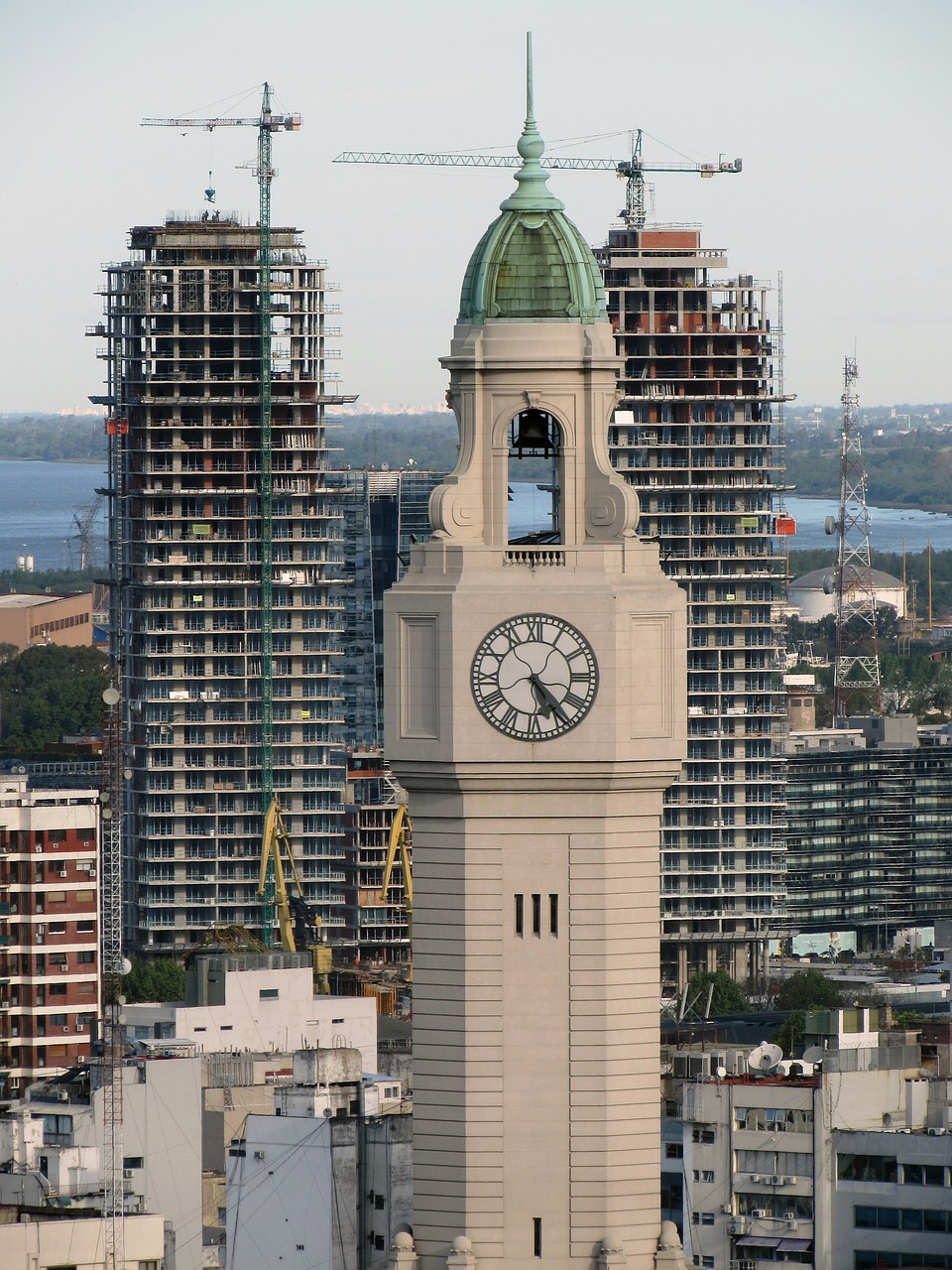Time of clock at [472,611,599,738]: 5:24
